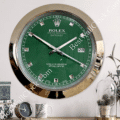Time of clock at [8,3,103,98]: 1:50
